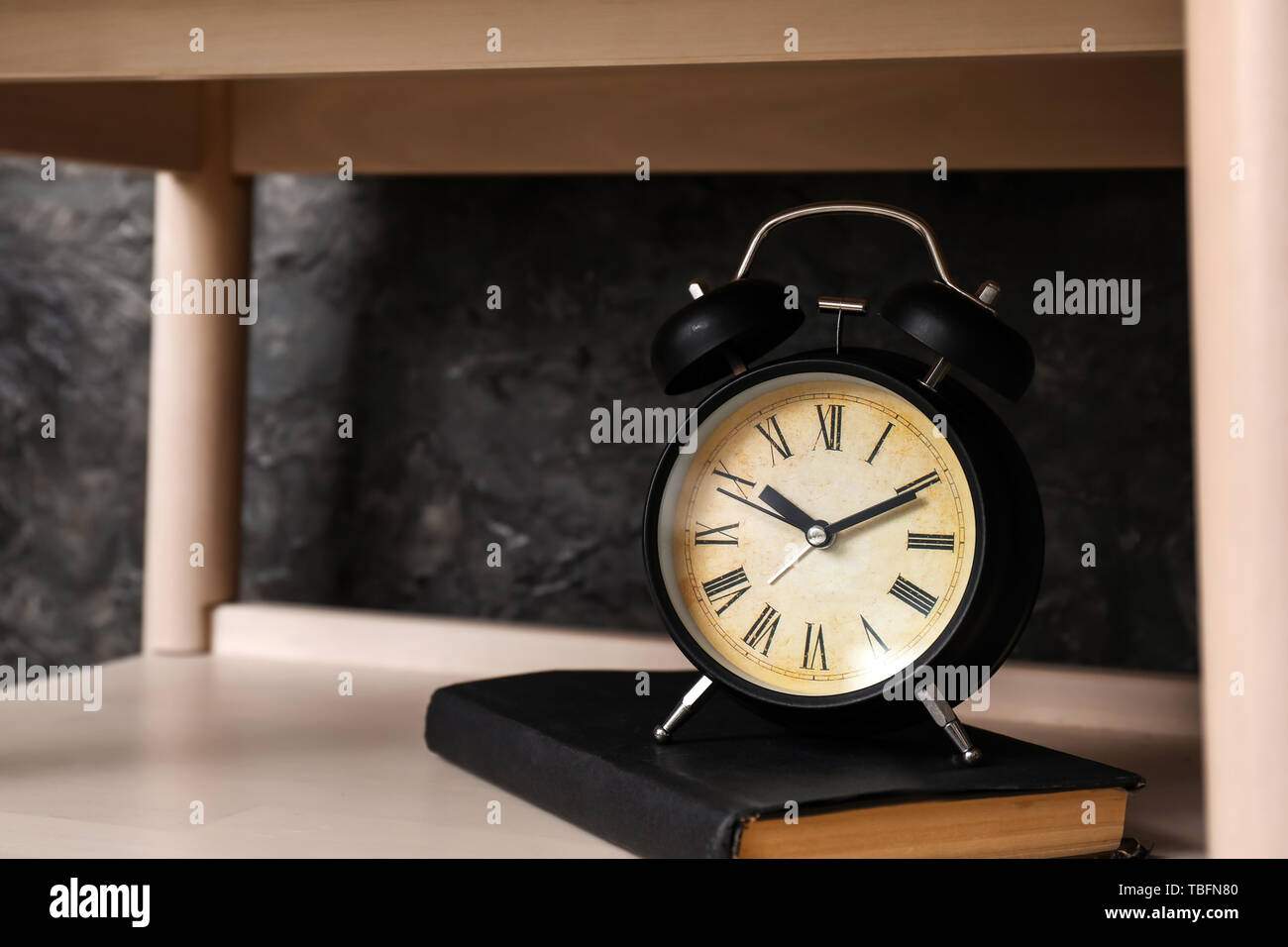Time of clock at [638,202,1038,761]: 10:10
